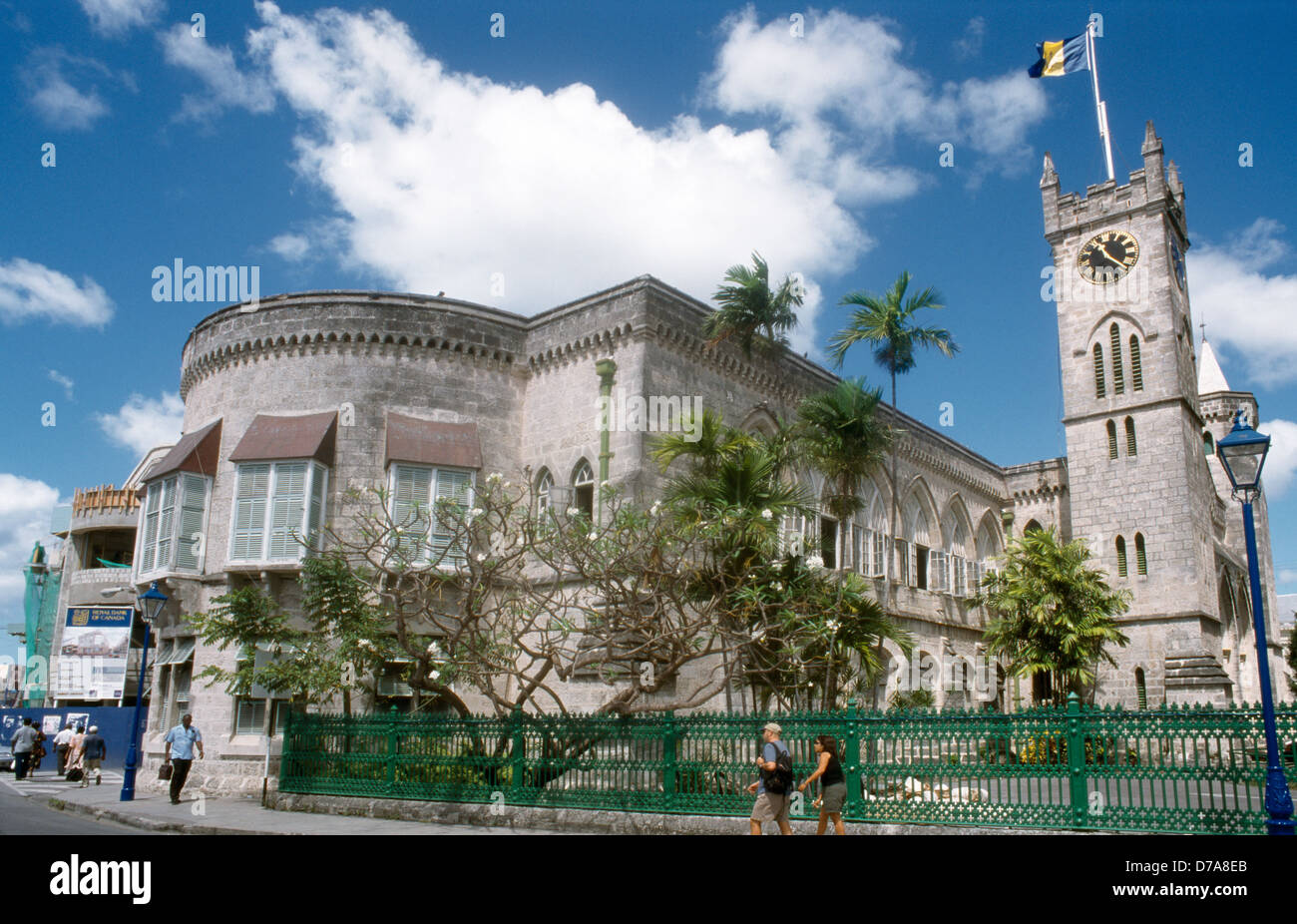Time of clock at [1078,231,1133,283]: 11:20
